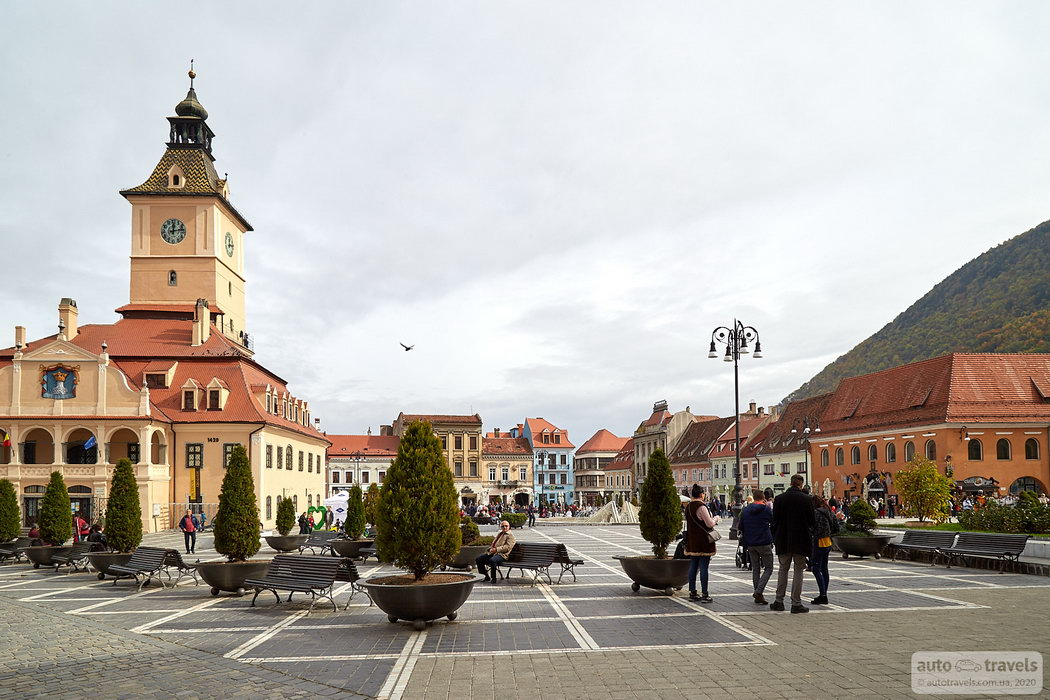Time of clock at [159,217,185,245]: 12:13
